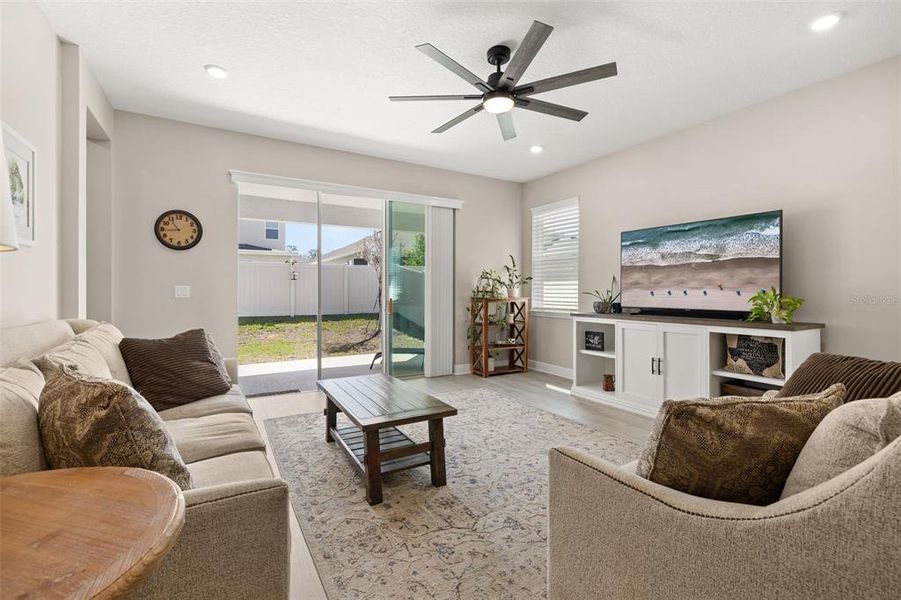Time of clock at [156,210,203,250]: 10:43
